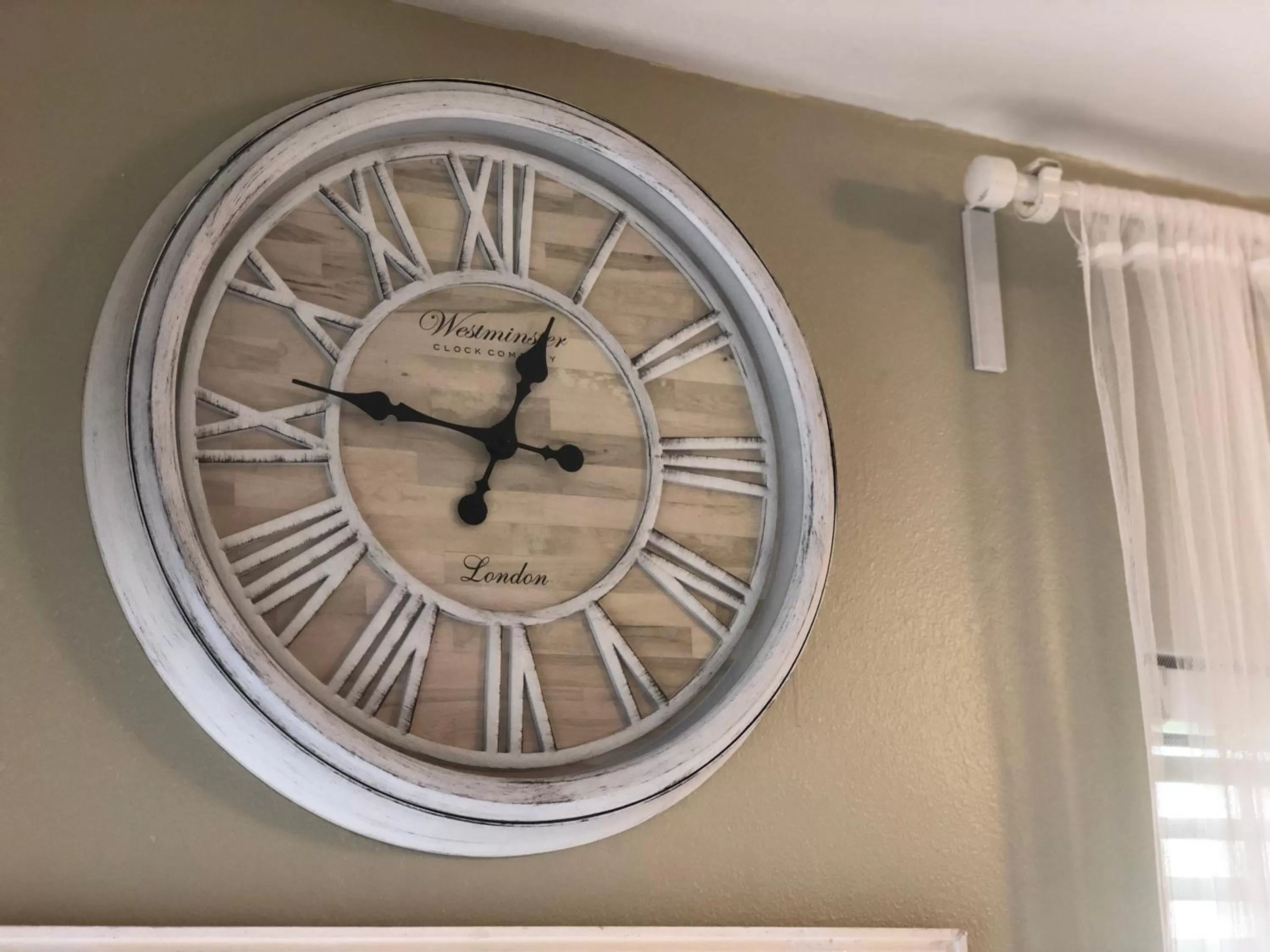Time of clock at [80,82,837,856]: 12:47
